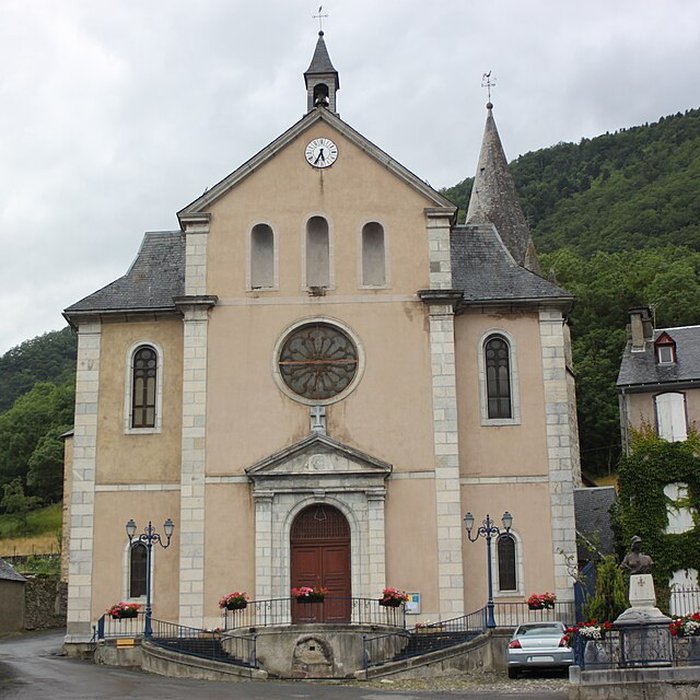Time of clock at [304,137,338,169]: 5:34
